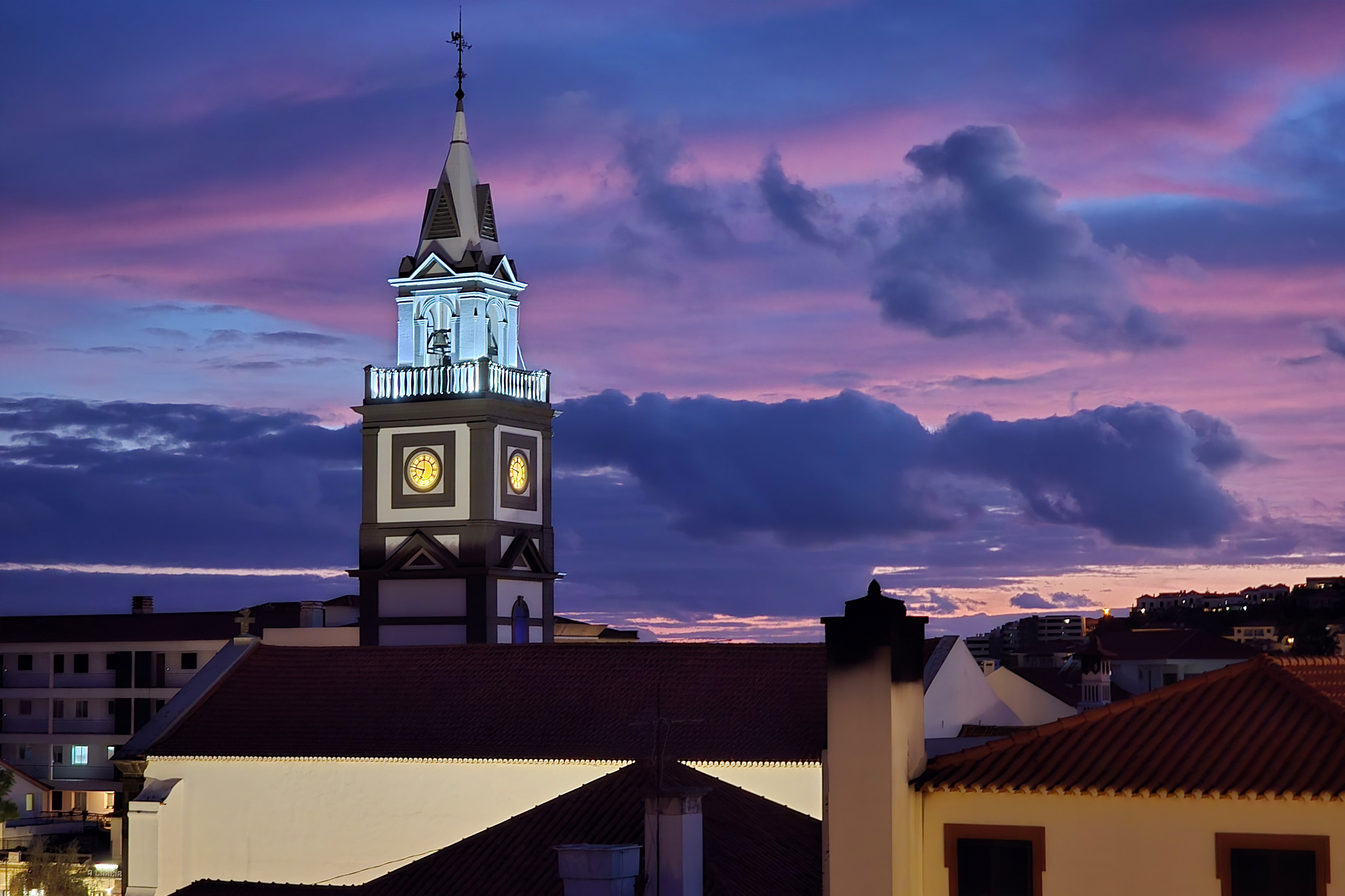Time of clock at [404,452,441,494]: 6:47
